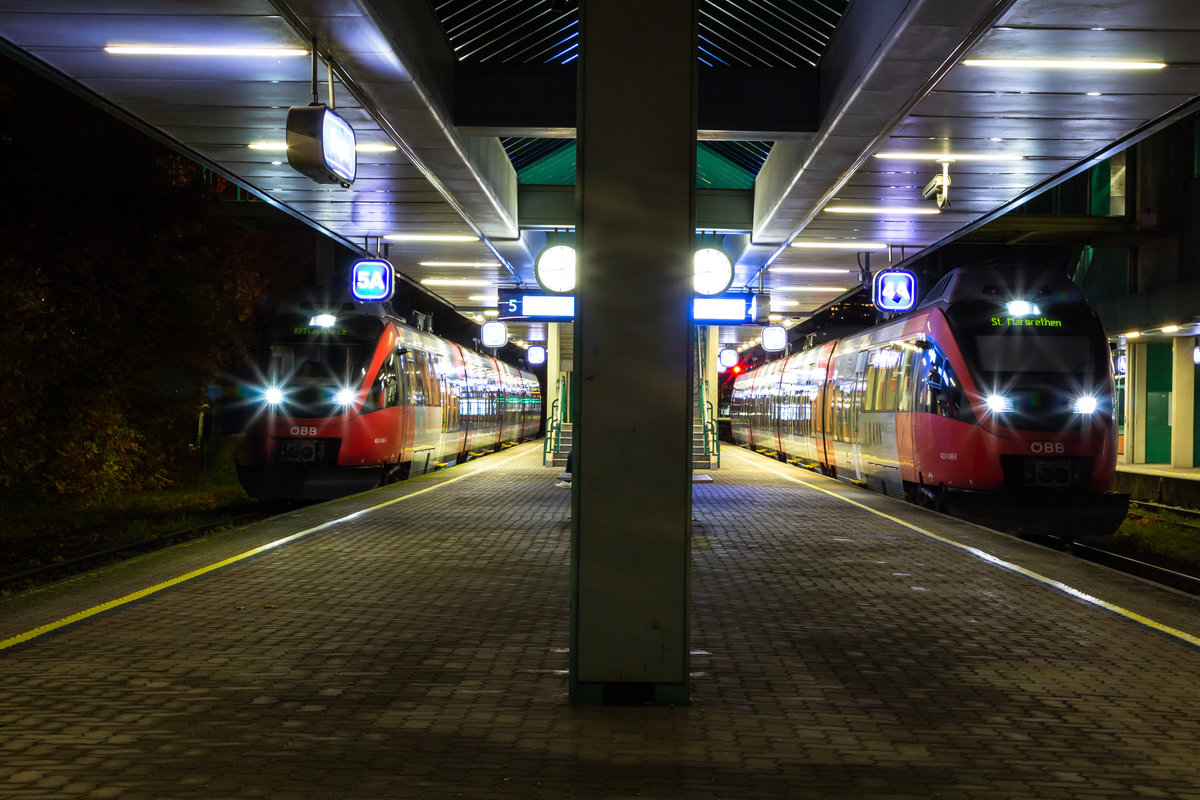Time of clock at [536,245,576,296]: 8:43
